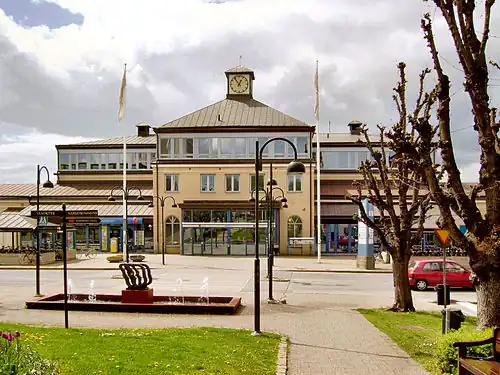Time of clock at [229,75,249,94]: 12:53
